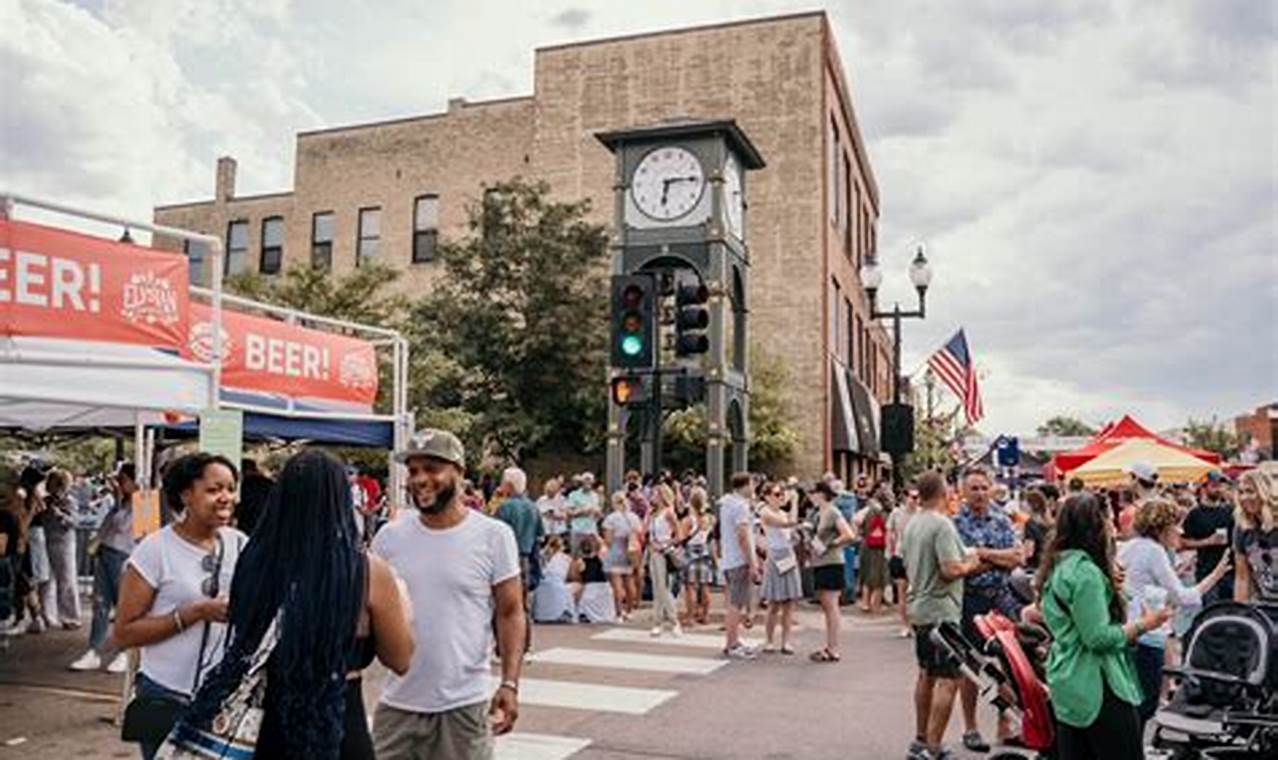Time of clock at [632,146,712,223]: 6:14
